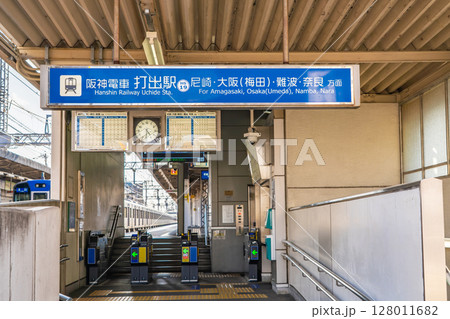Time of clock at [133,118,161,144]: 4:31
